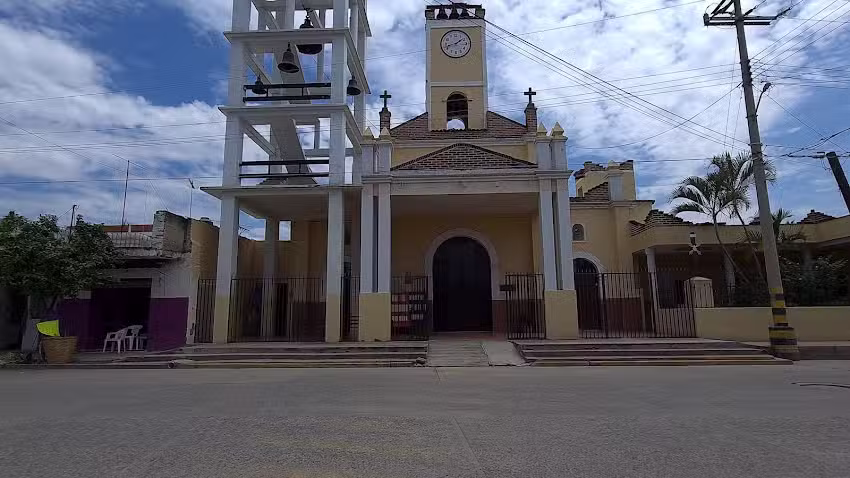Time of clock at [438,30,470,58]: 1:42
